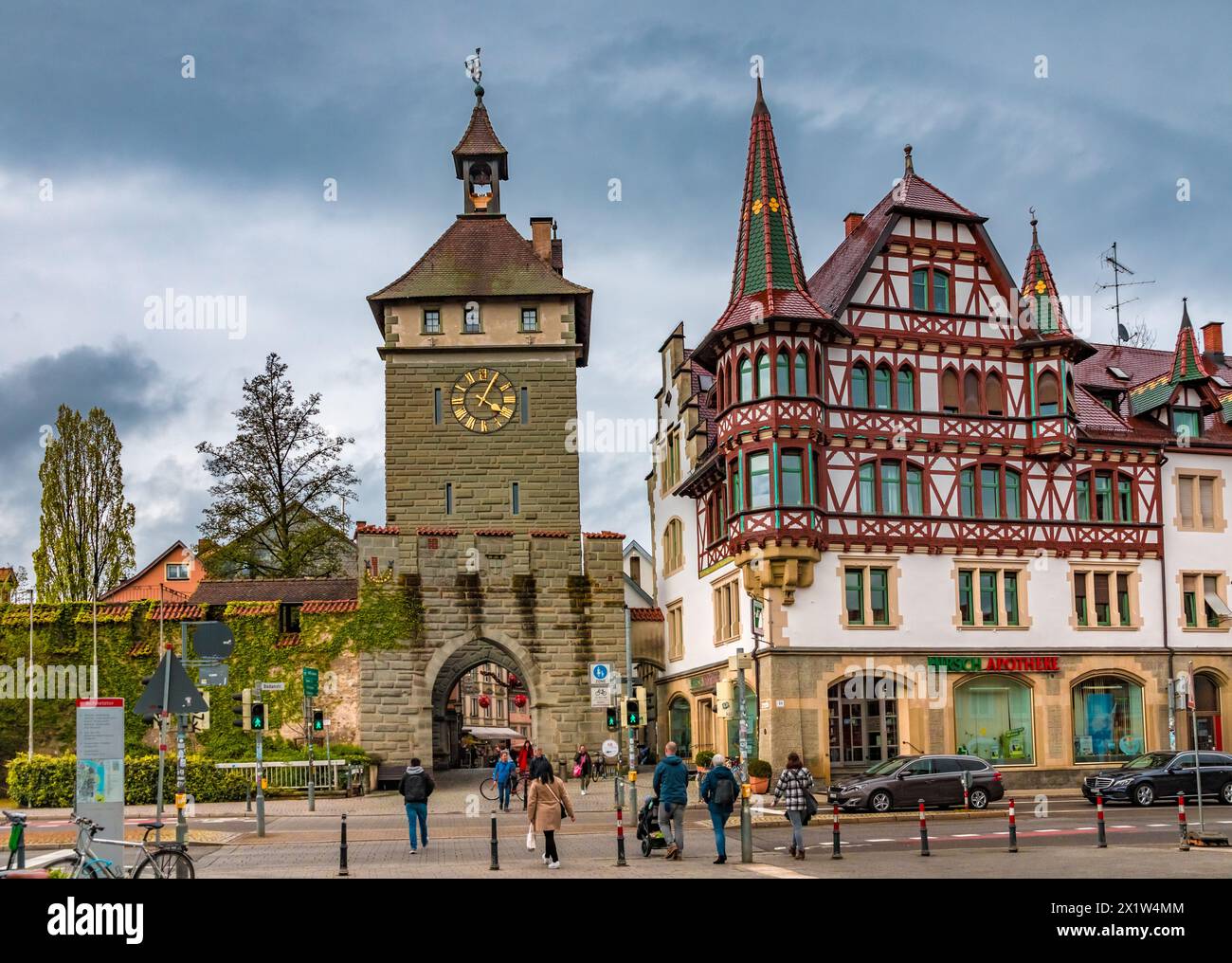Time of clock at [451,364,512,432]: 4:04
